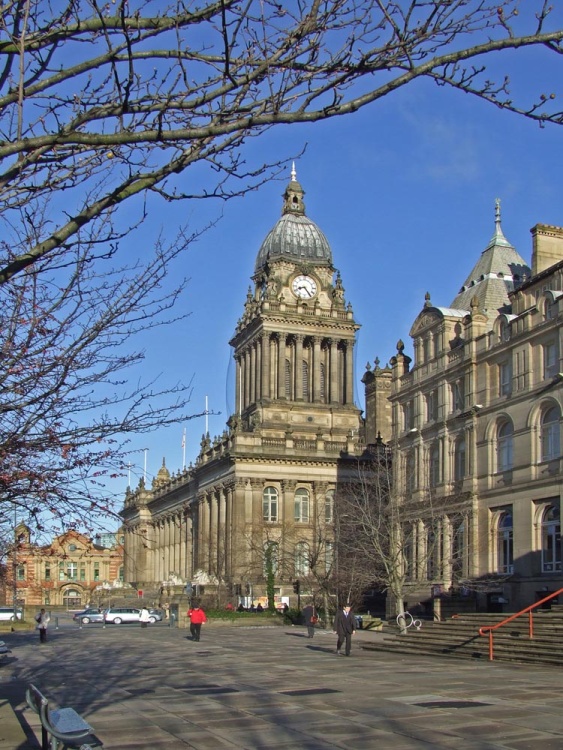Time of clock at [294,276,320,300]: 8:24
